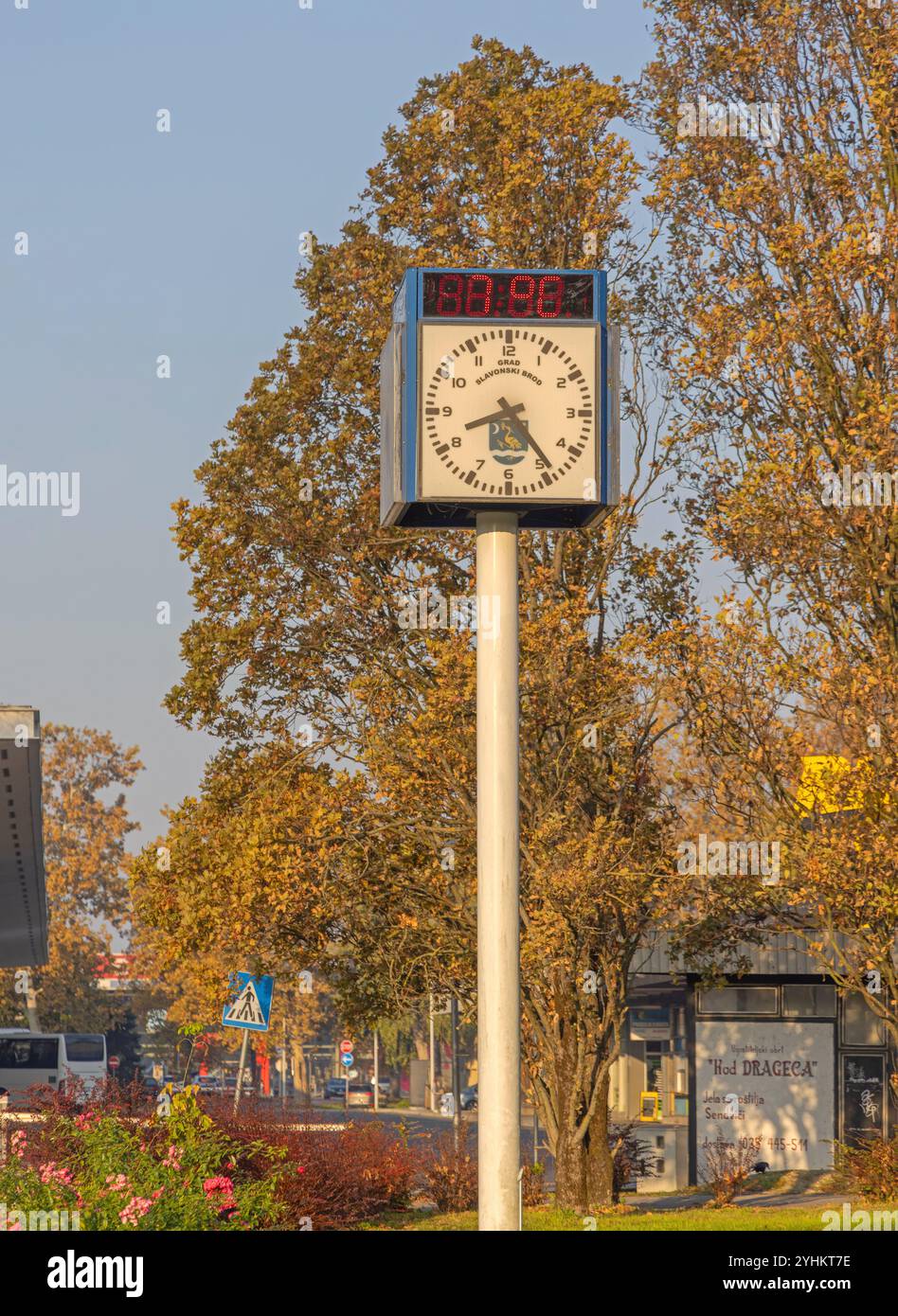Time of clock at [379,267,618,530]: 8:23
